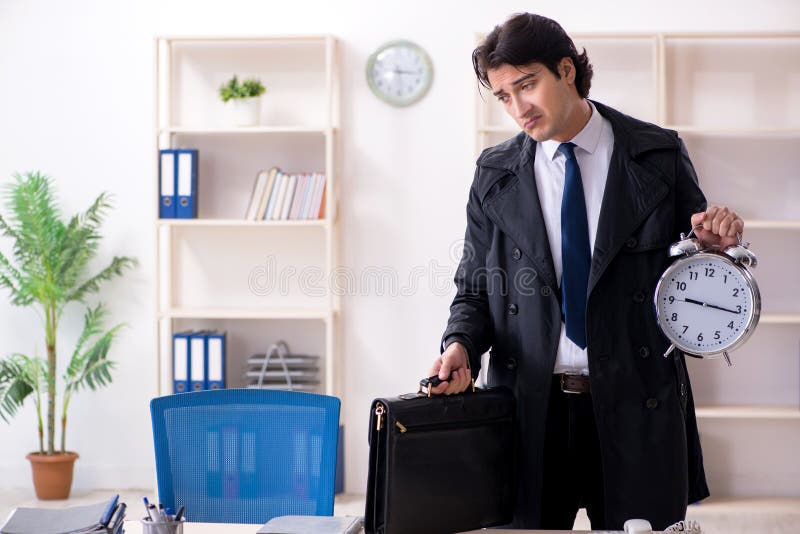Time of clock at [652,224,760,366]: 9:16
